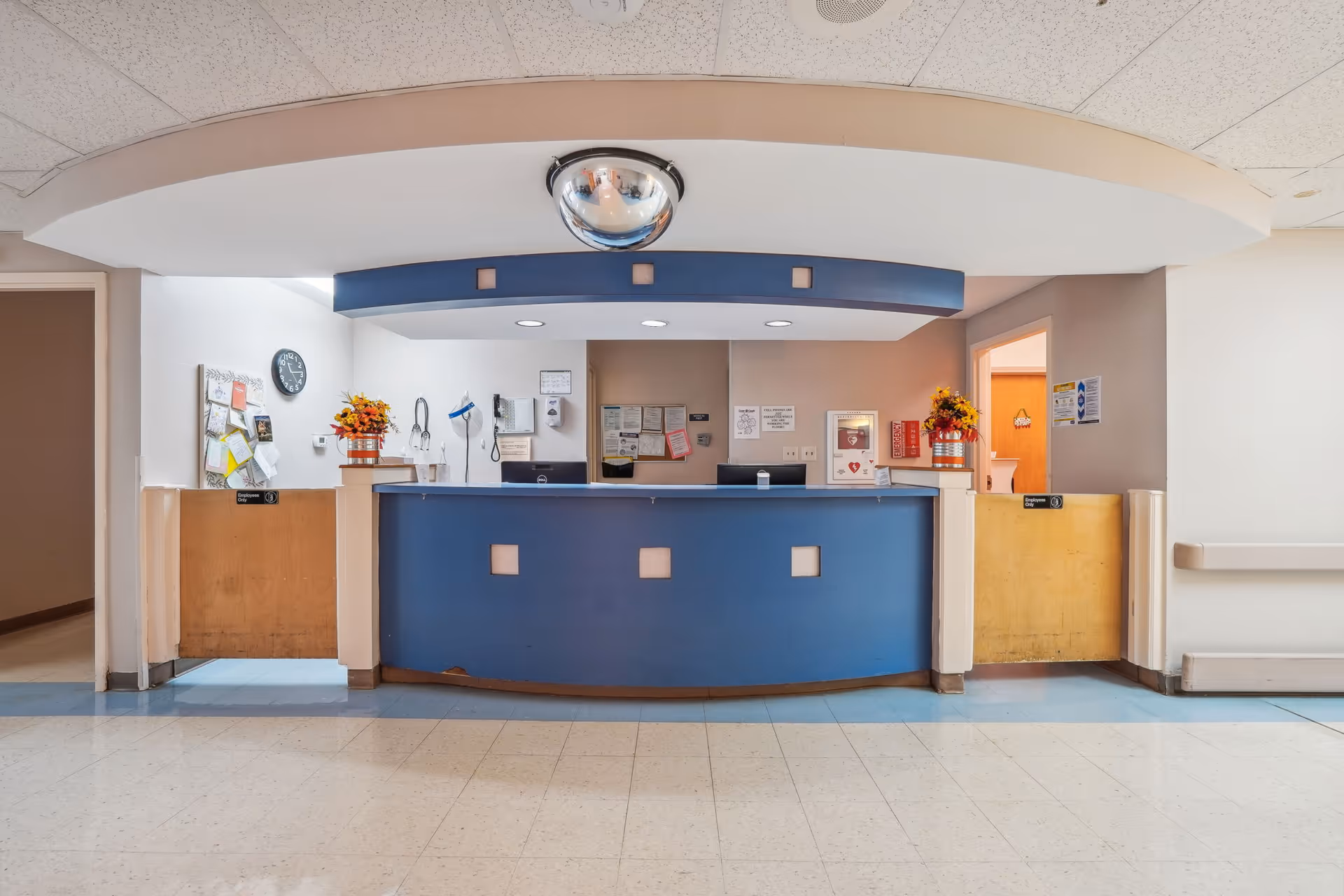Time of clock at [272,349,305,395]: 11:13
